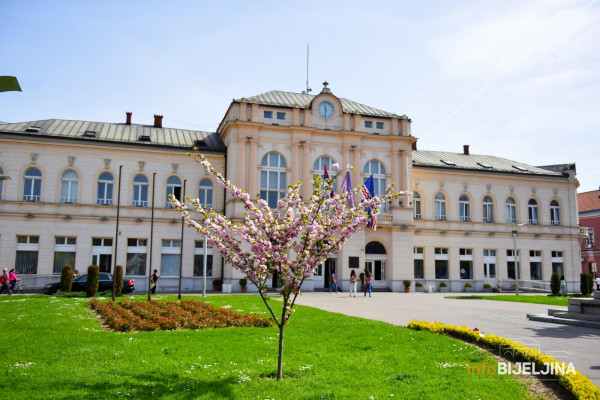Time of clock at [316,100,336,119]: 11:31
